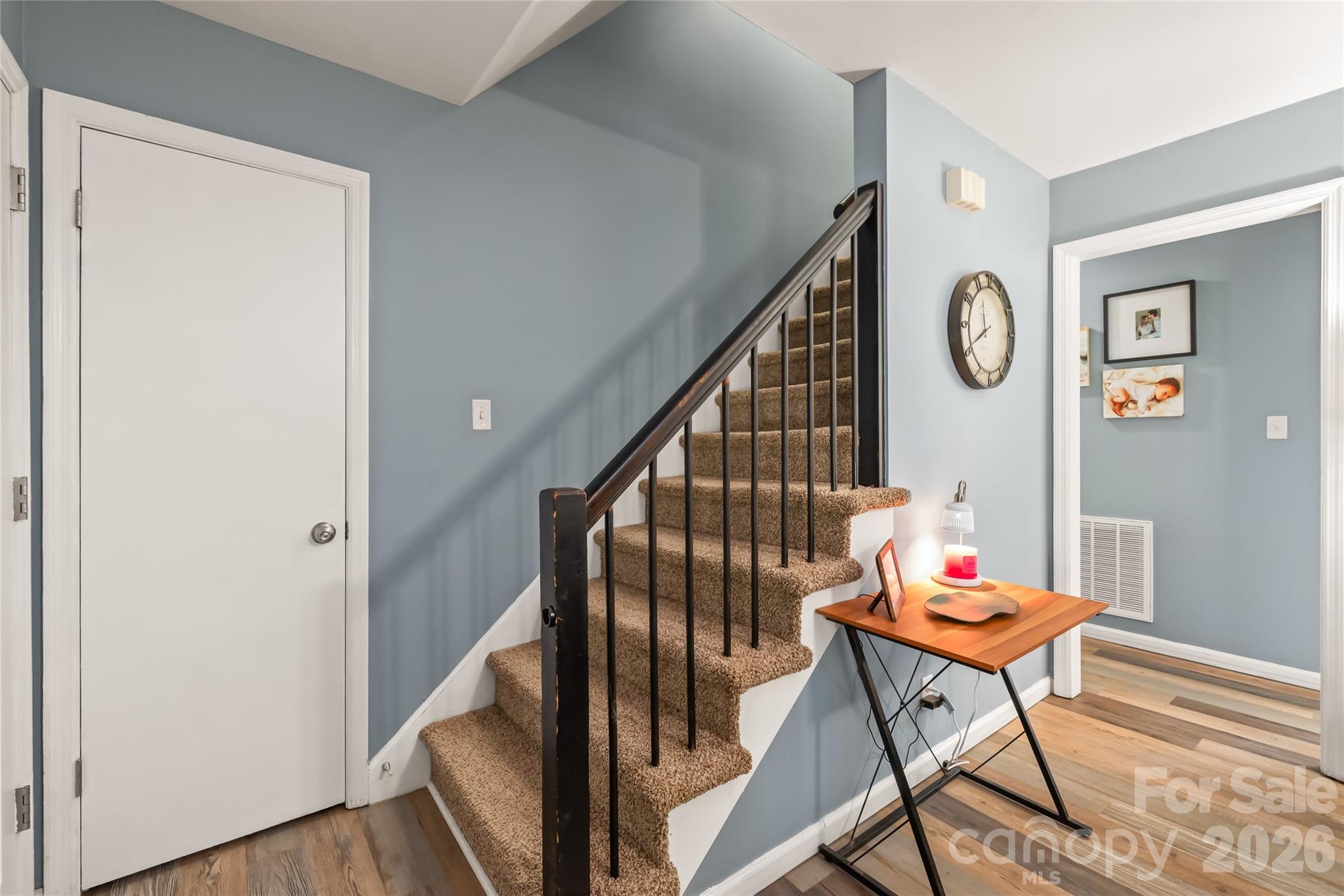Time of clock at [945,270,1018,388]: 11:40
